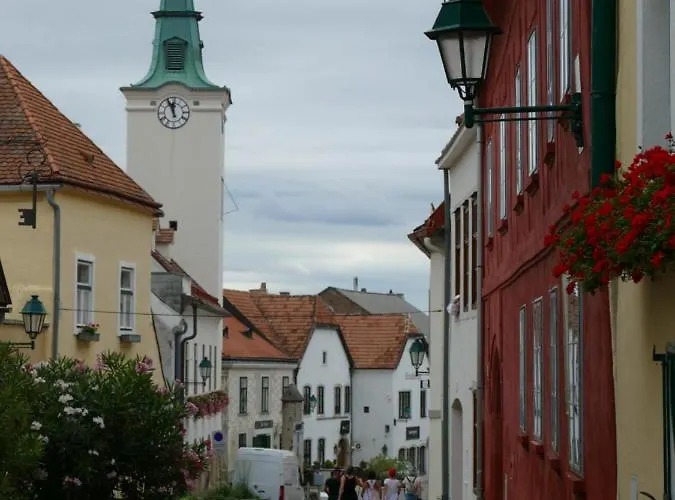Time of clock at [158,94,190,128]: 11:55
